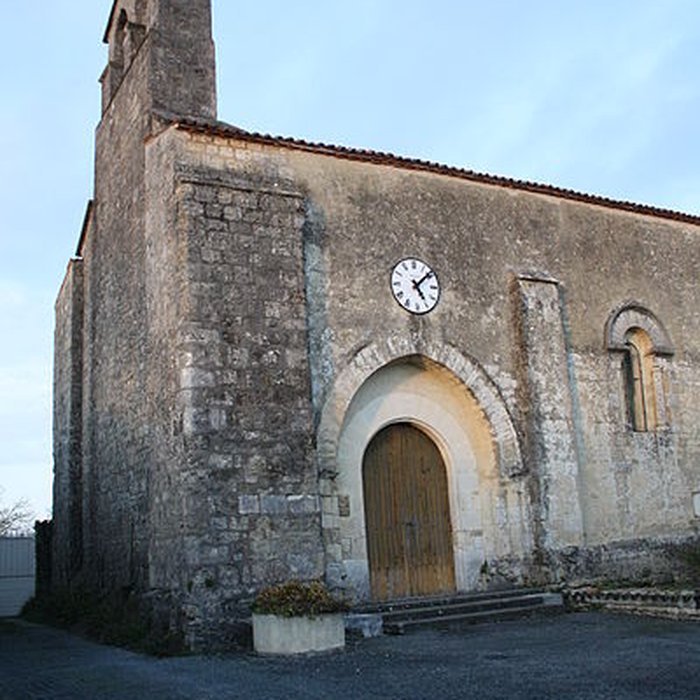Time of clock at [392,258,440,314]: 5:08
